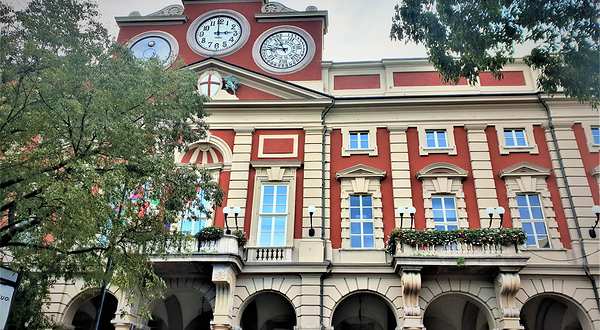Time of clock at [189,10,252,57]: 2:59
